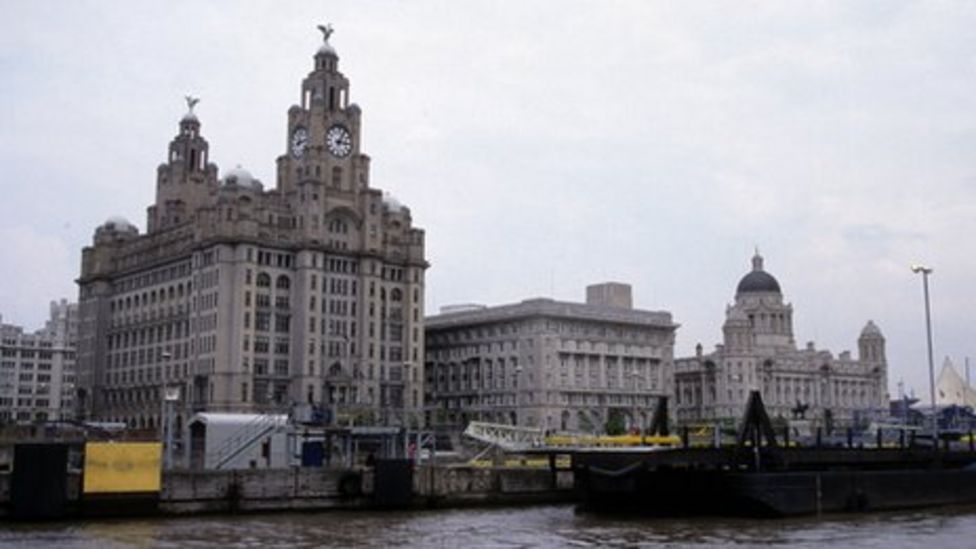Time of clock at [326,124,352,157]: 3:04
